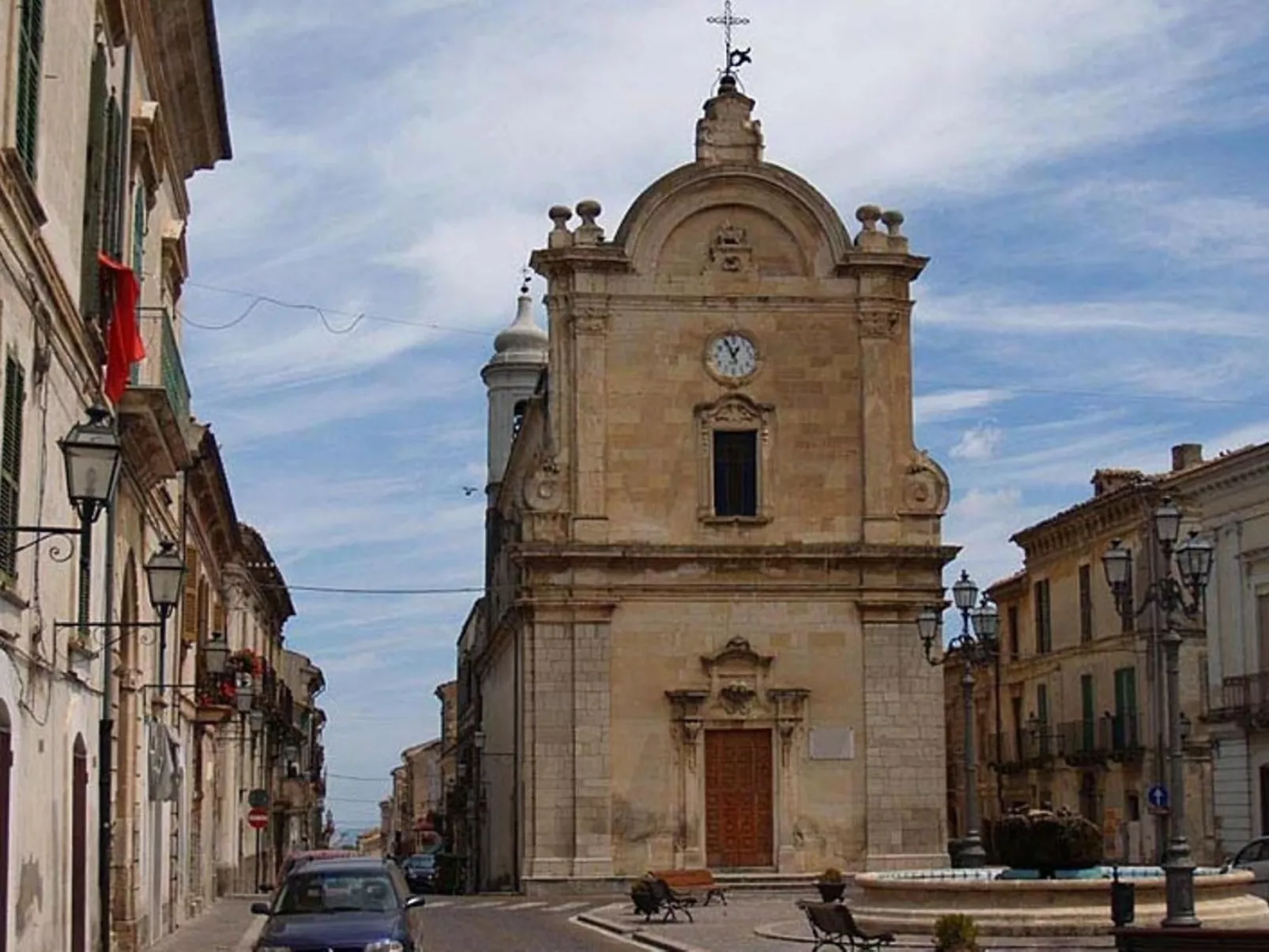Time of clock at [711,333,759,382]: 12:56
